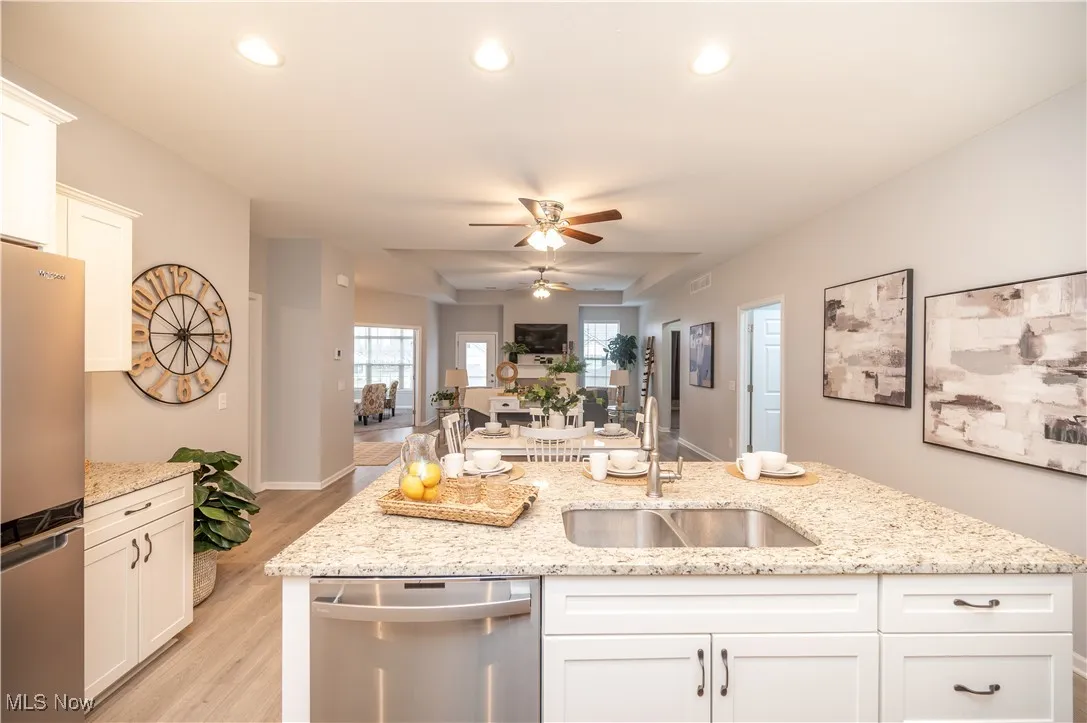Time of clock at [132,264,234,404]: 6:14
